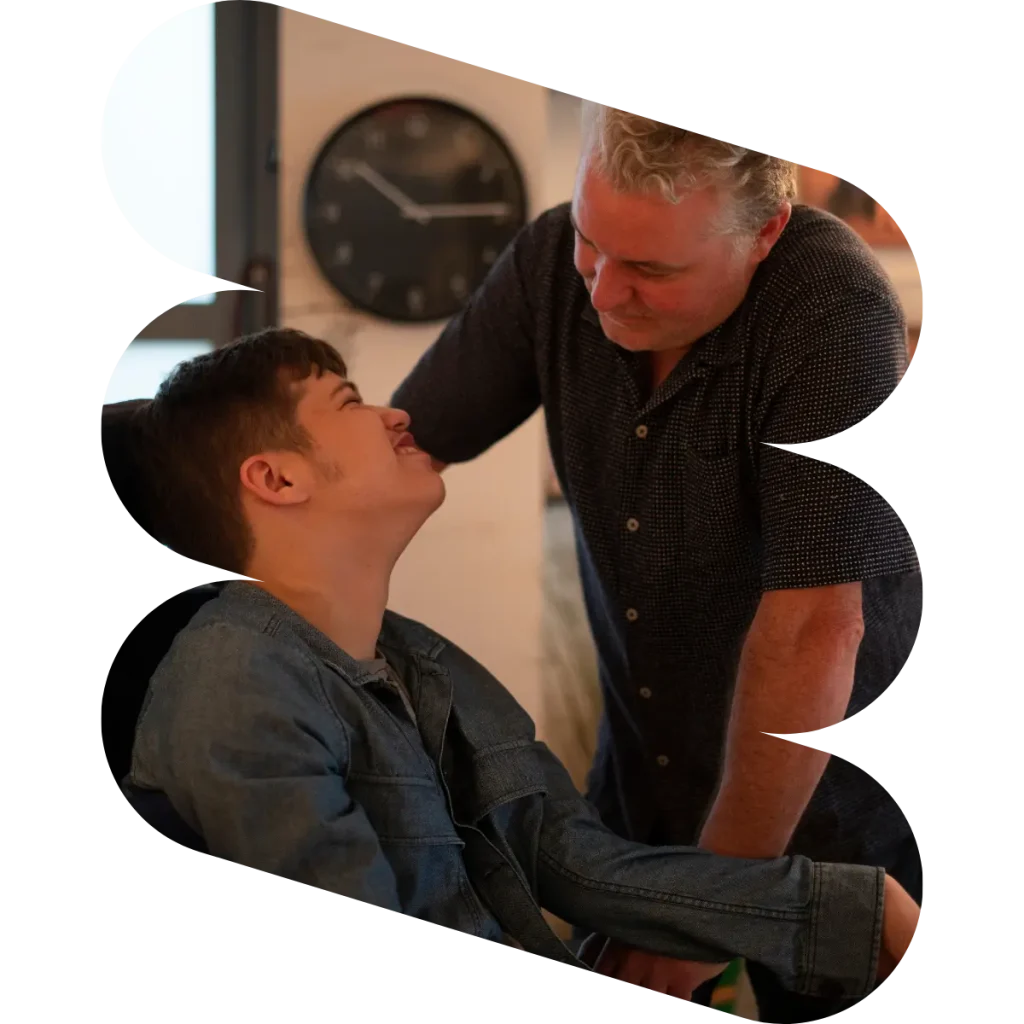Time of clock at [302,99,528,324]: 10:14
